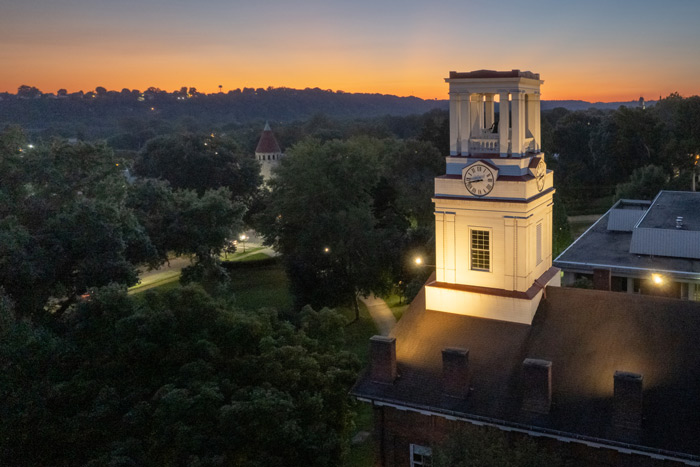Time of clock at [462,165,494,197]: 8:42
